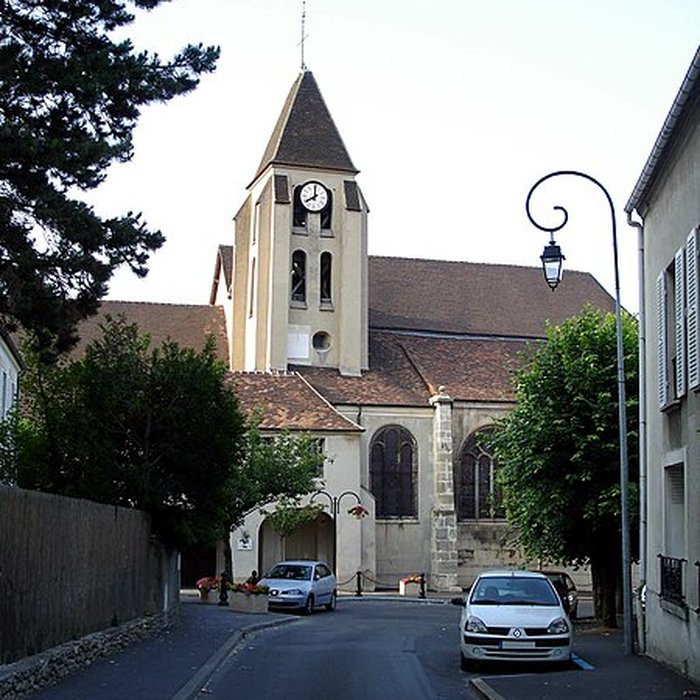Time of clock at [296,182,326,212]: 8:00
